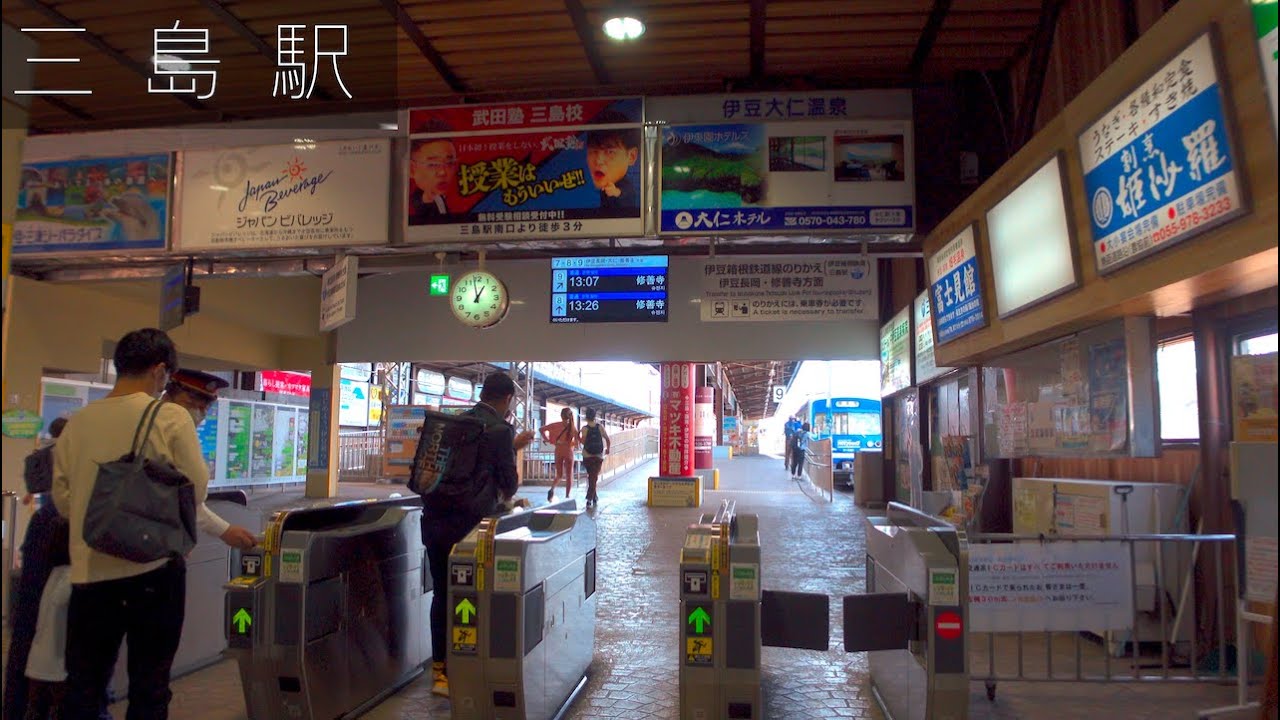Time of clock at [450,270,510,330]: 12:58
